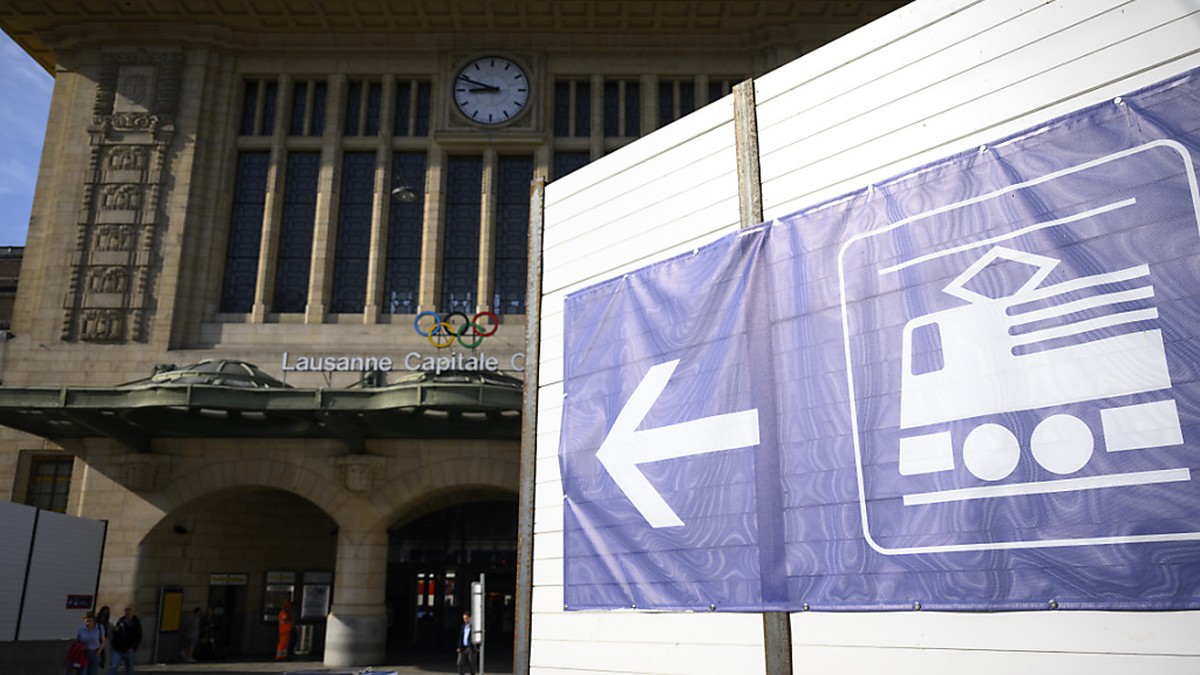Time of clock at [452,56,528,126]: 8:48
